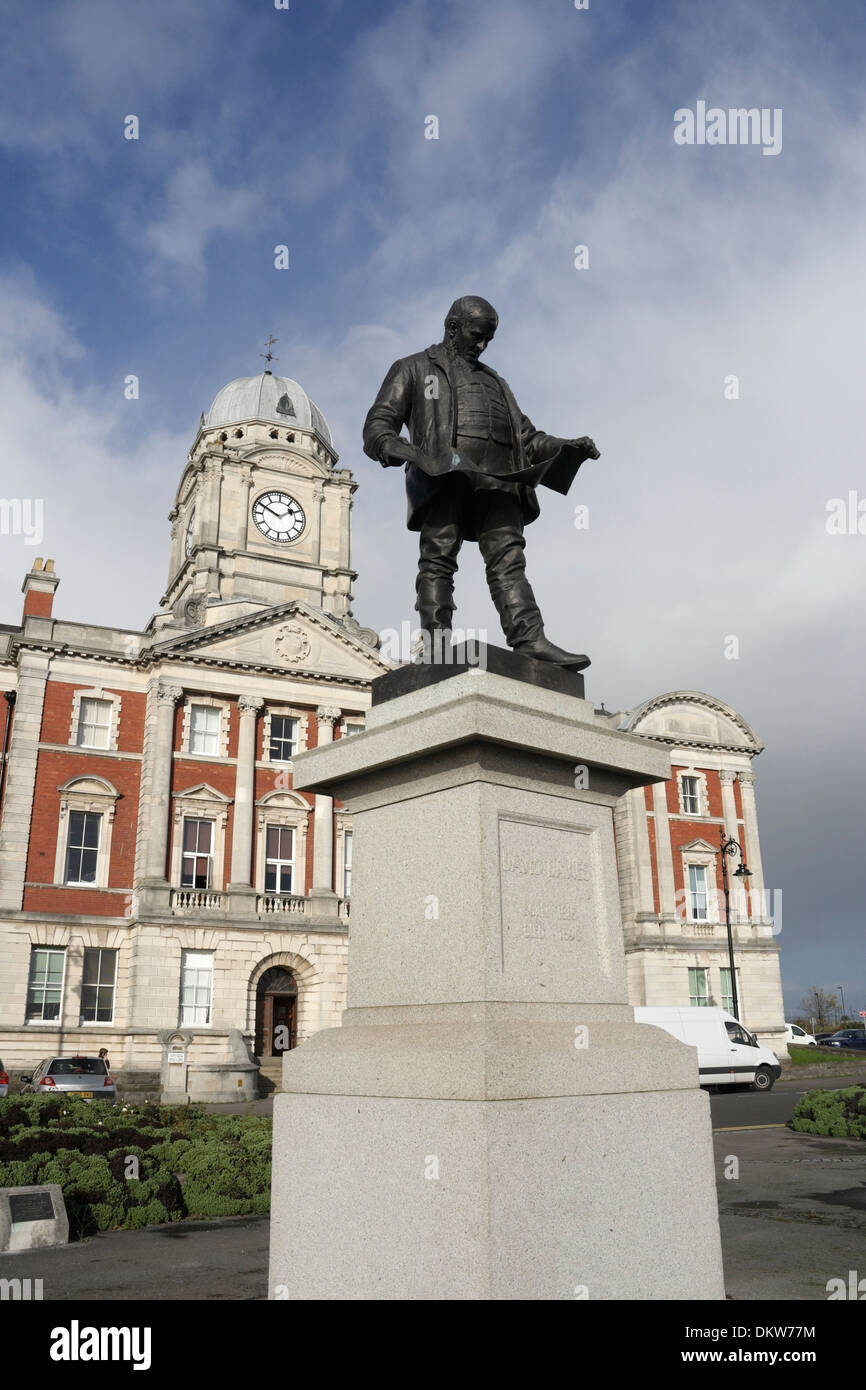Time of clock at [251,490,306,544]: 1:49
